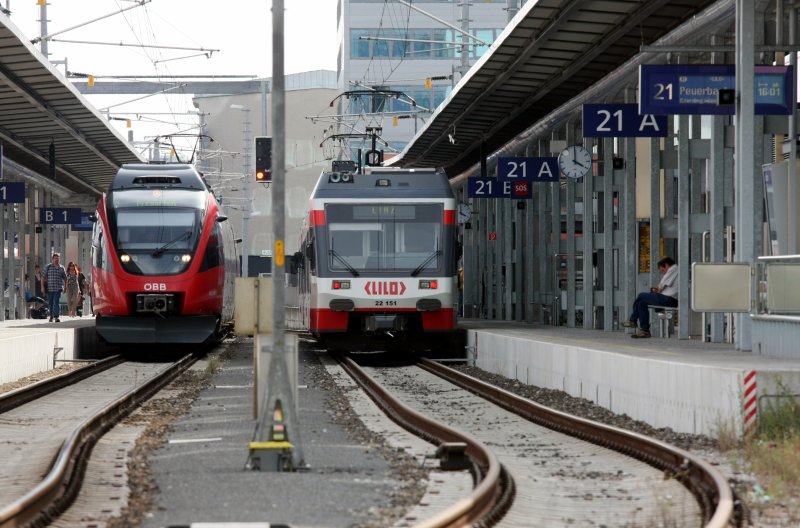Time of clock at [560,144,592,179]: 4:00
